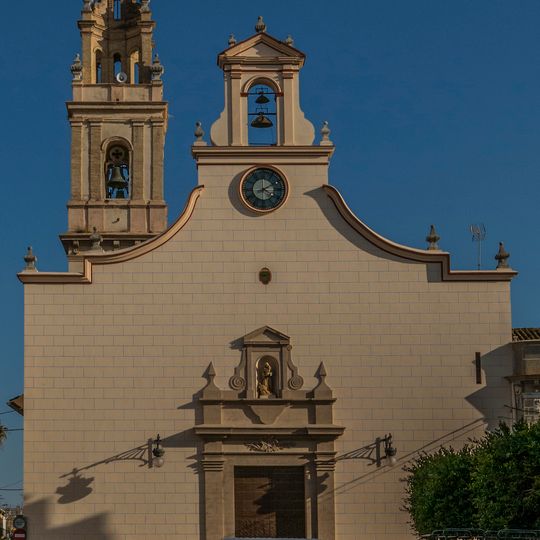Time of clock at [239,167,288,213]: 4:10
